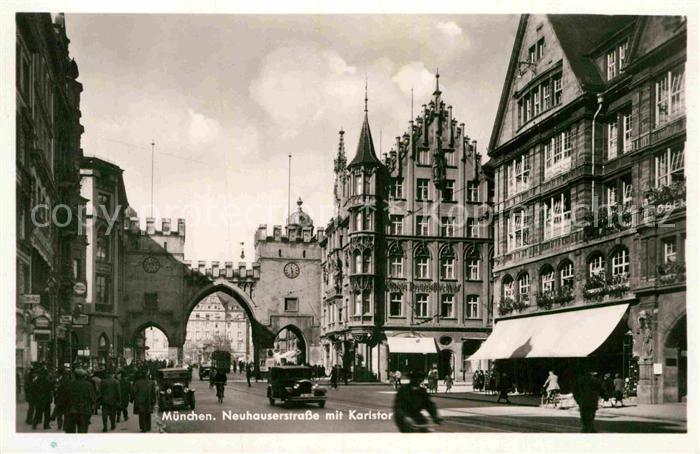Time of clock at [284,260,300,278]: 11:28
